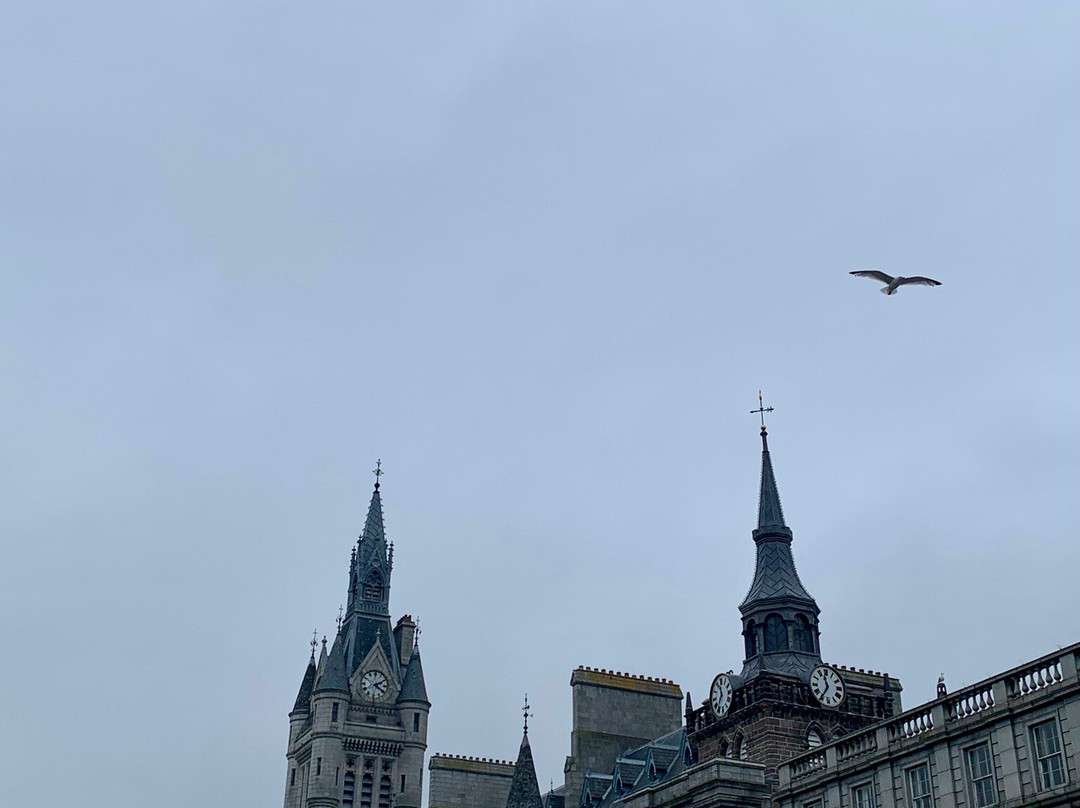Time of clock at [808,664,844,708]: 11:35
